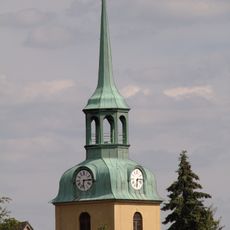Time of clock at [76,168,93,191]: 6:14
